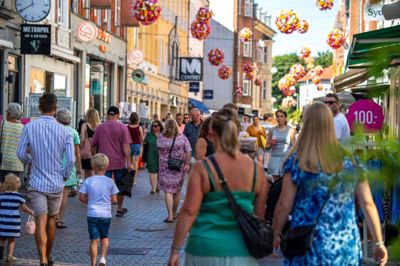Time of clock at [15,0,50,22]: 11:40
